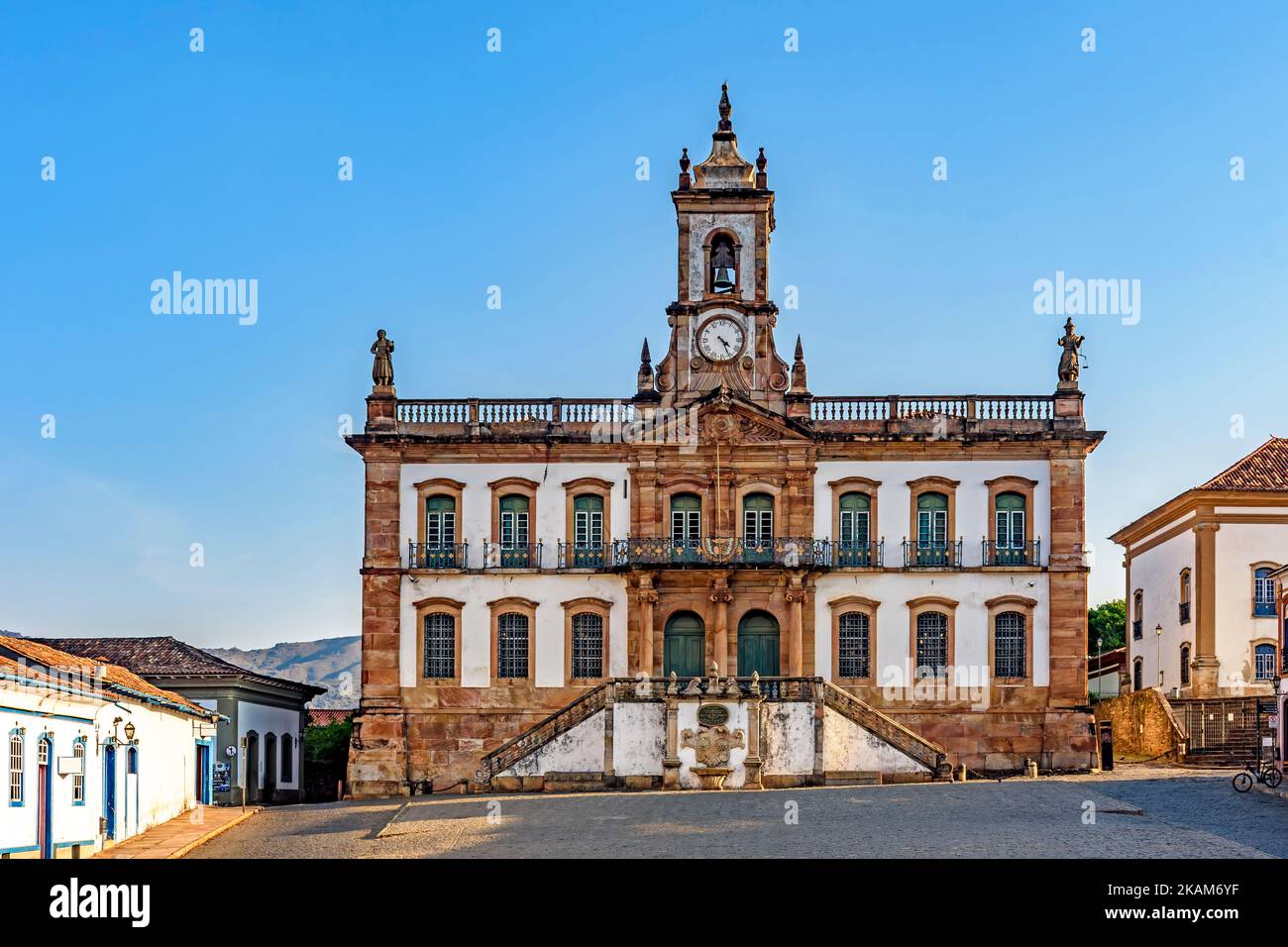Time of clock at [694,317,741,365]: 4:26
